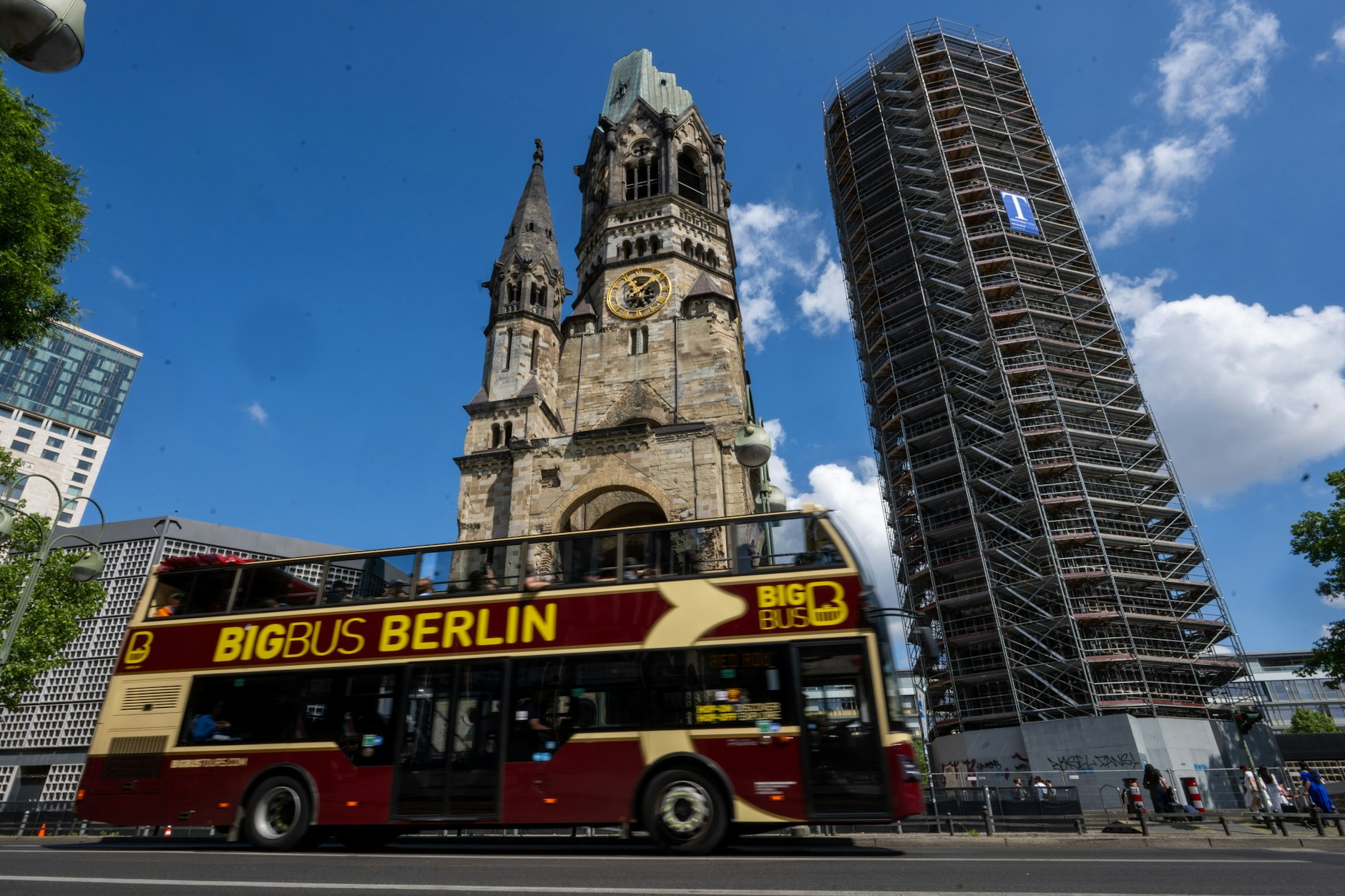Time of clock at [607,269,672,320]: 11:07
